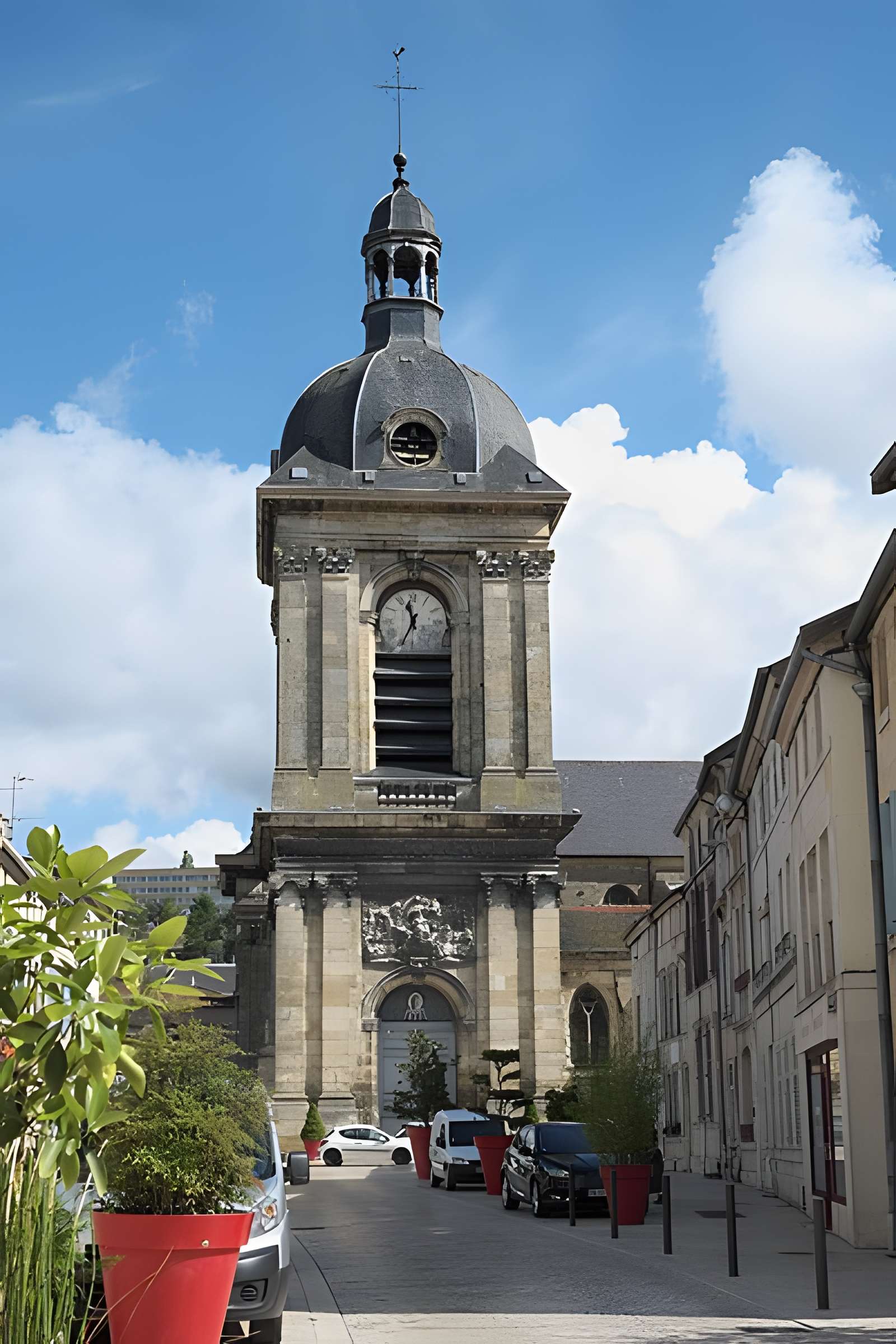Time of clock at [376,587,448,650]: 11:34
